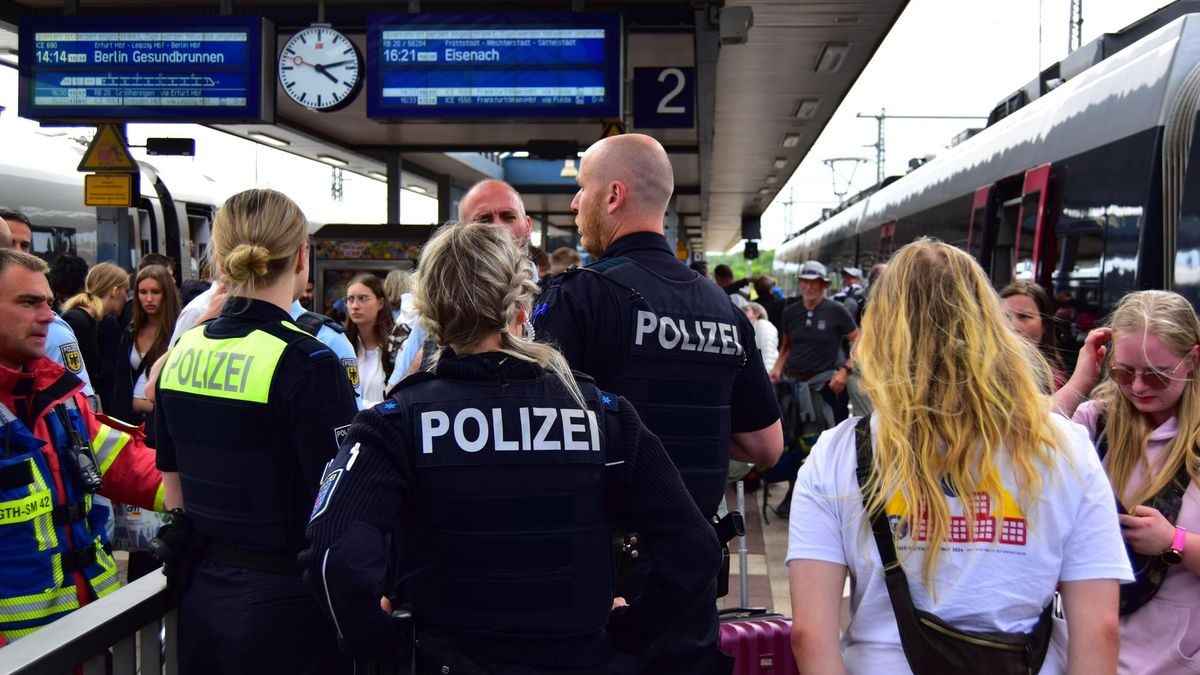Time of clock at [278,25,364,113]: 4:12
